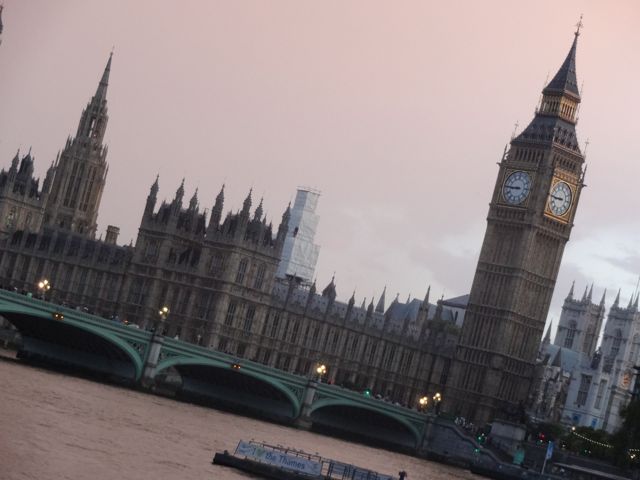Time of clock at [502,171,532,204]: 8:45
